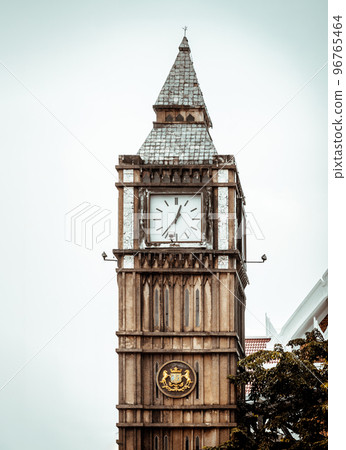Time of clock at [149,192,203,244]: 12:36
